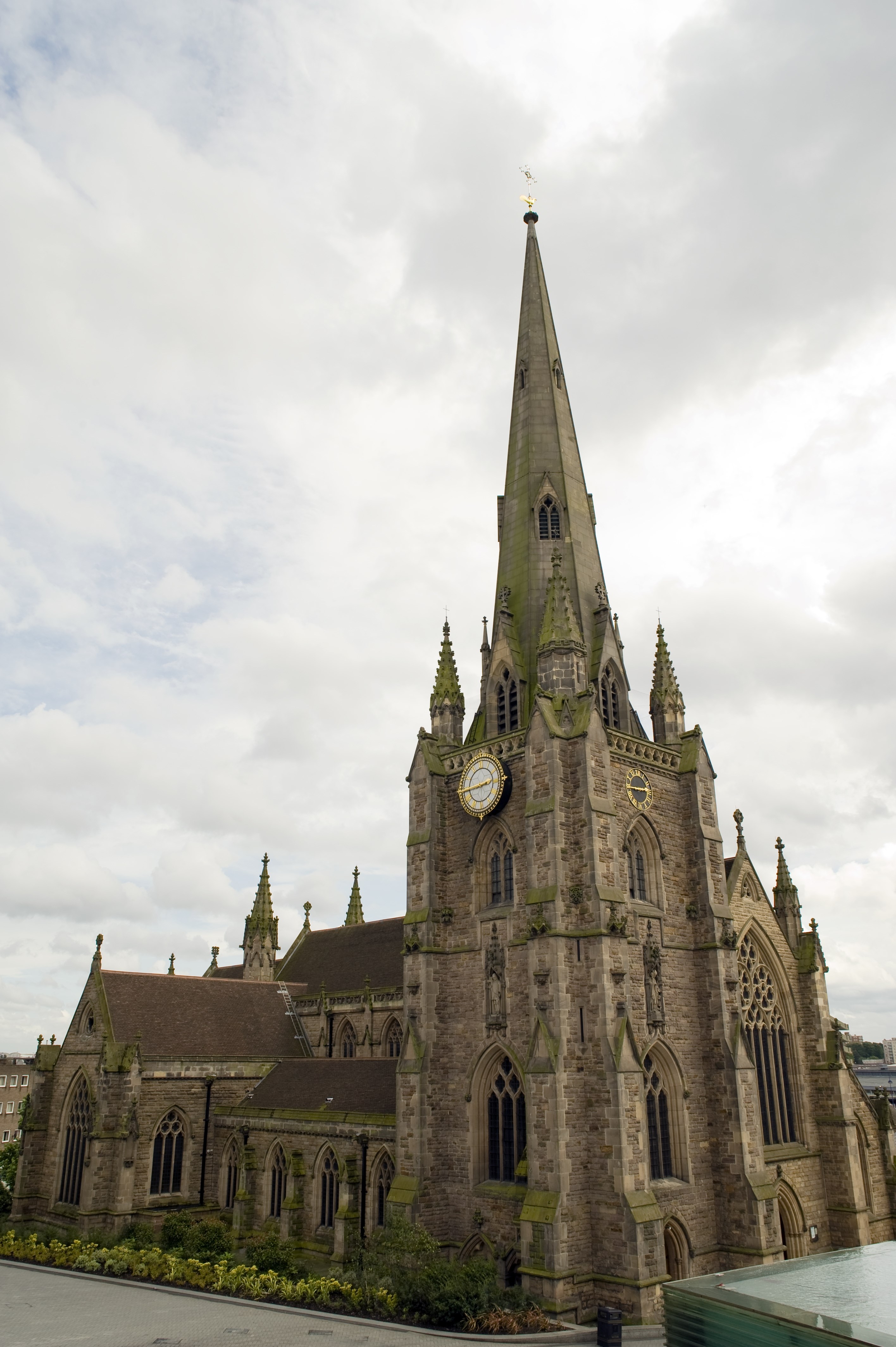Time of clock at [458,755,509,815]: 2:44
